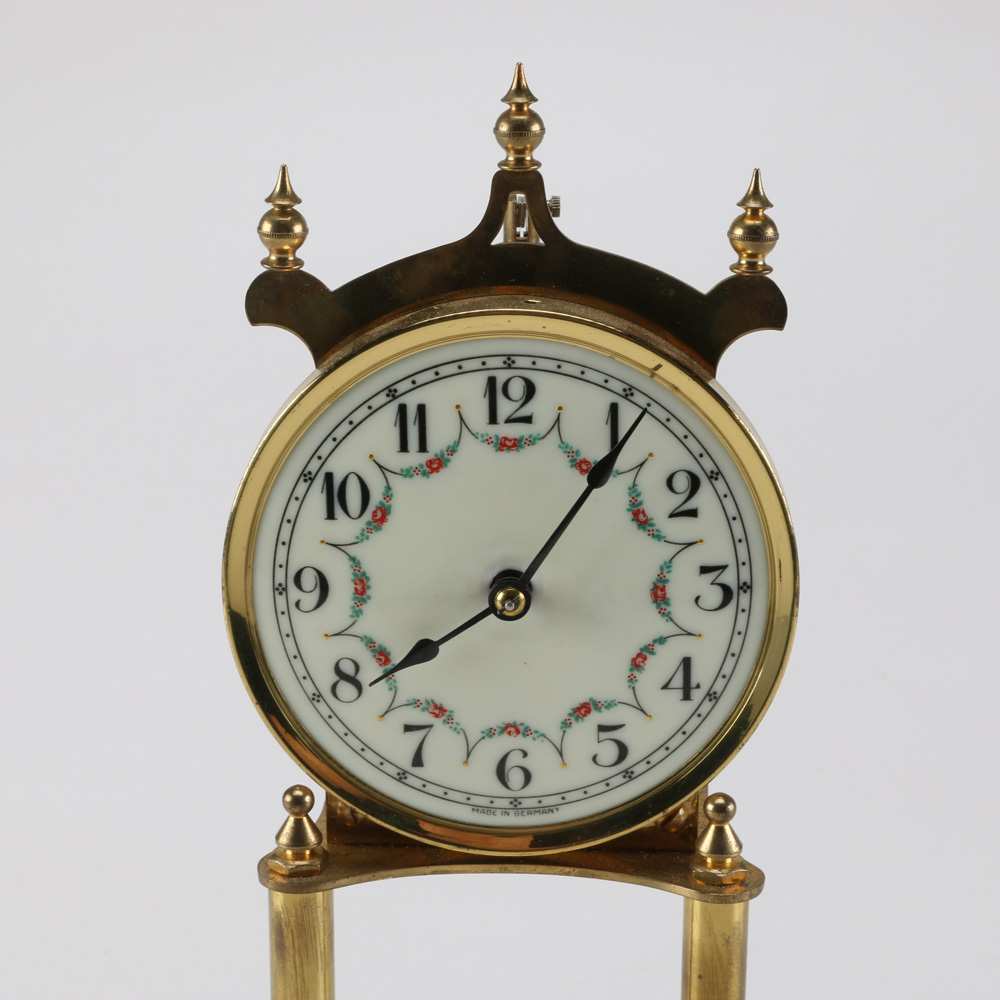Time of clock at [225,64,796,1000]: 8:06
